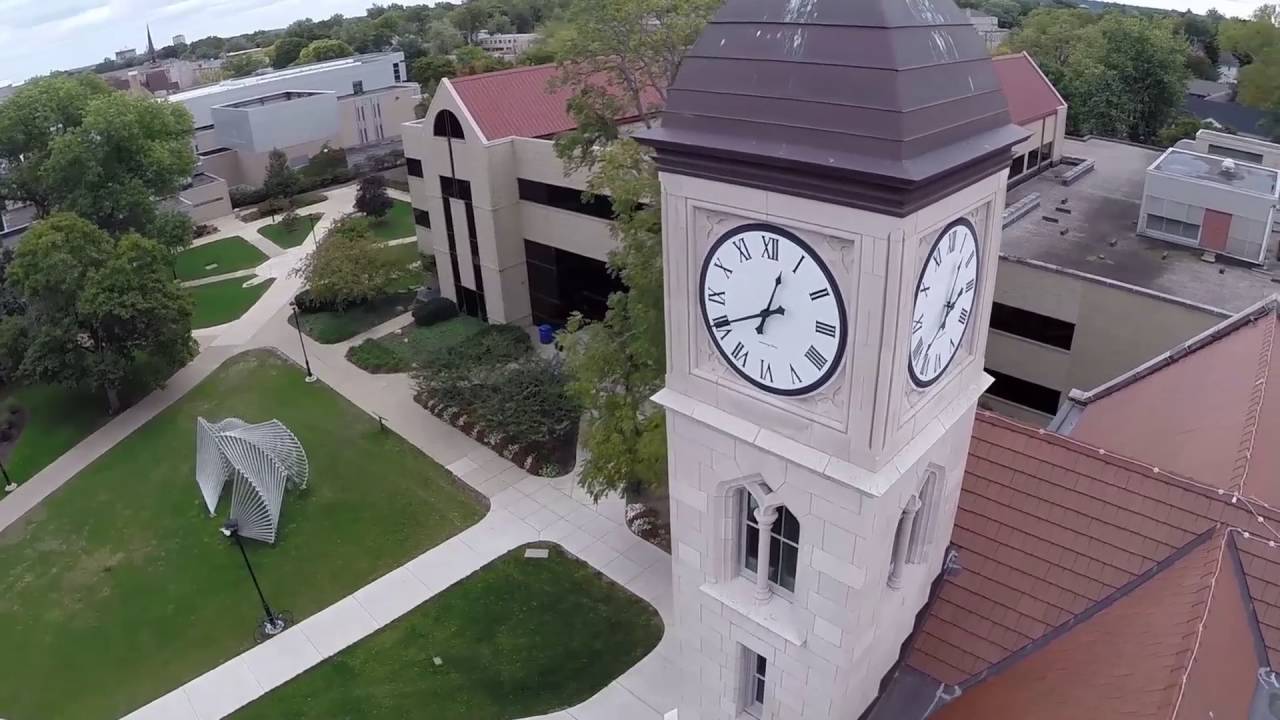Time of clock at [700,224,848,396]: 12:40
